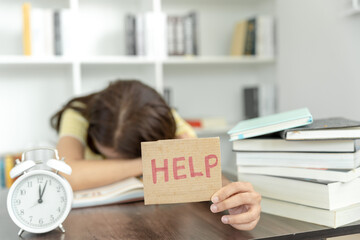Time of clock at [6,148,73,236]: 12:03
